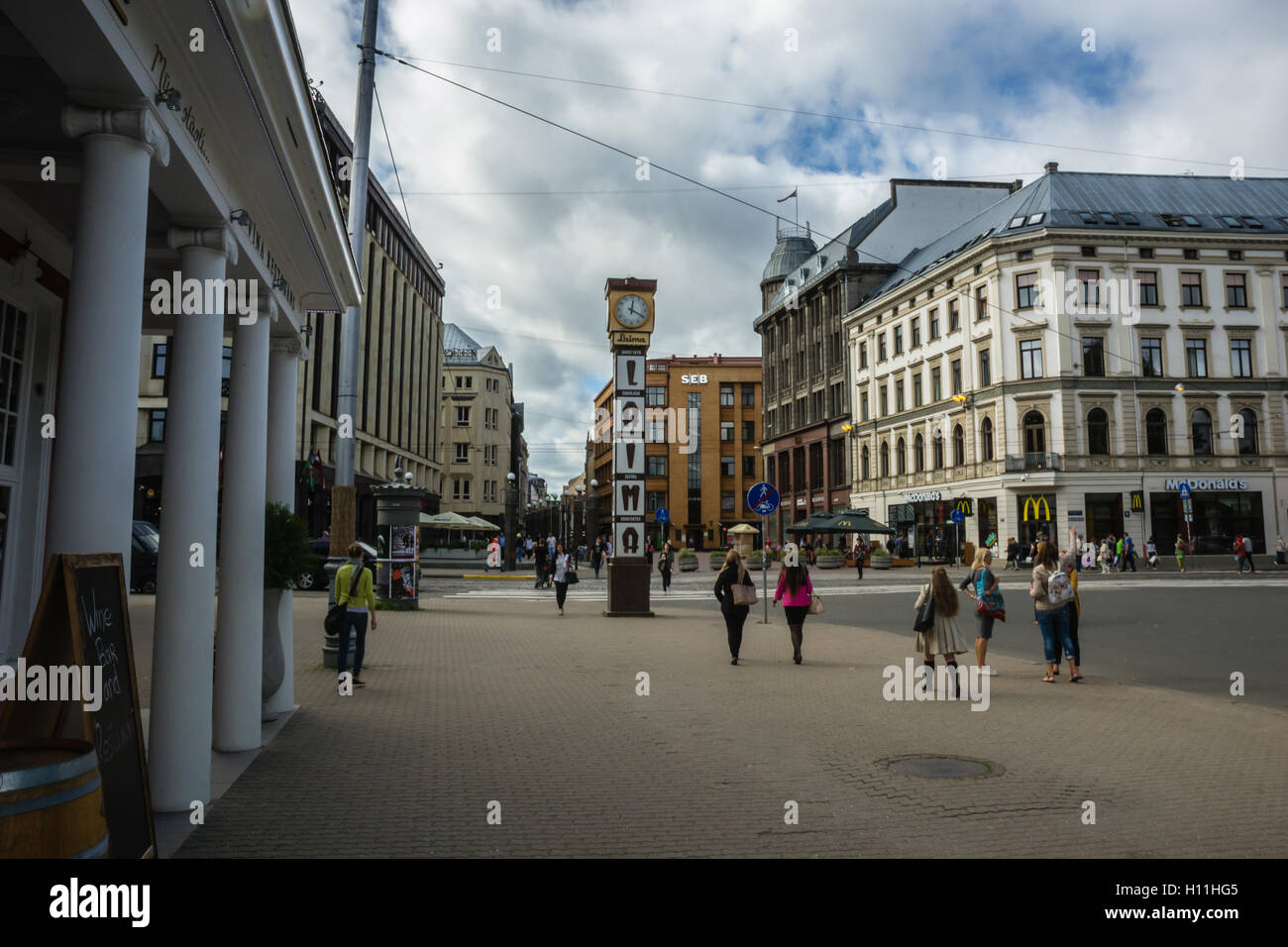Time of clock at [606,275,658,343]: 12:19
